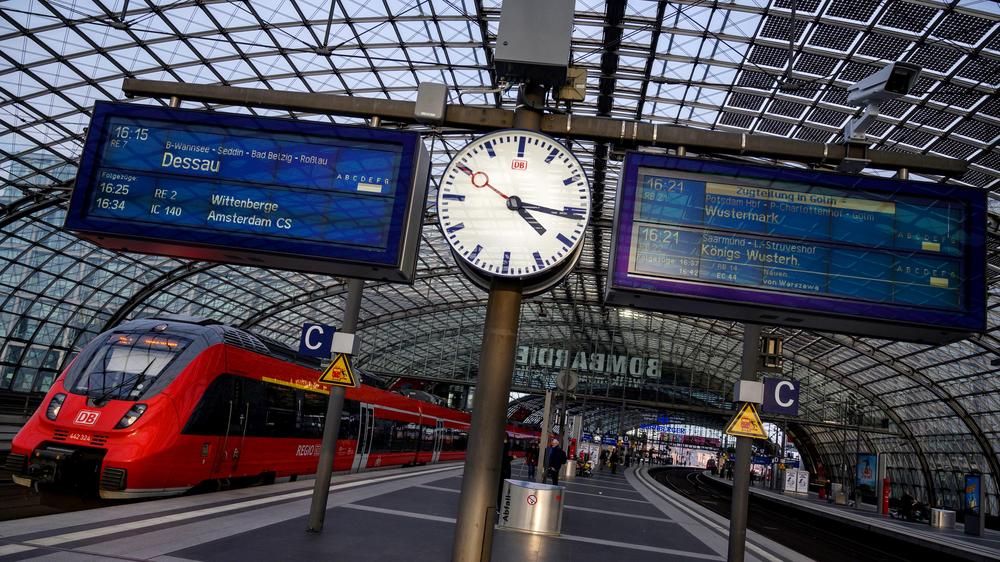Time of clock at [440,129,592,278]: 4:16
